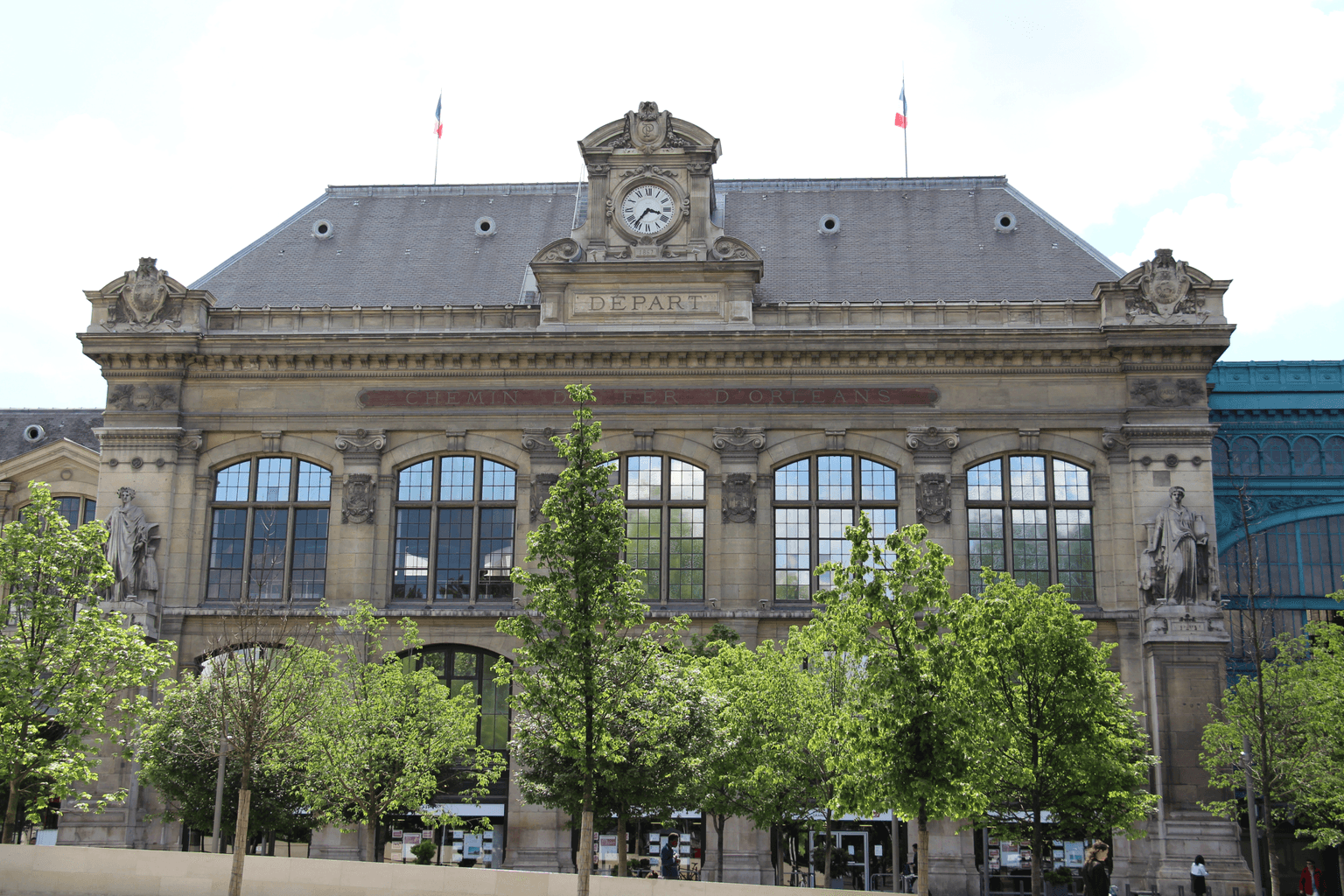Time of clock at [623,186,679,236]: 3:36
